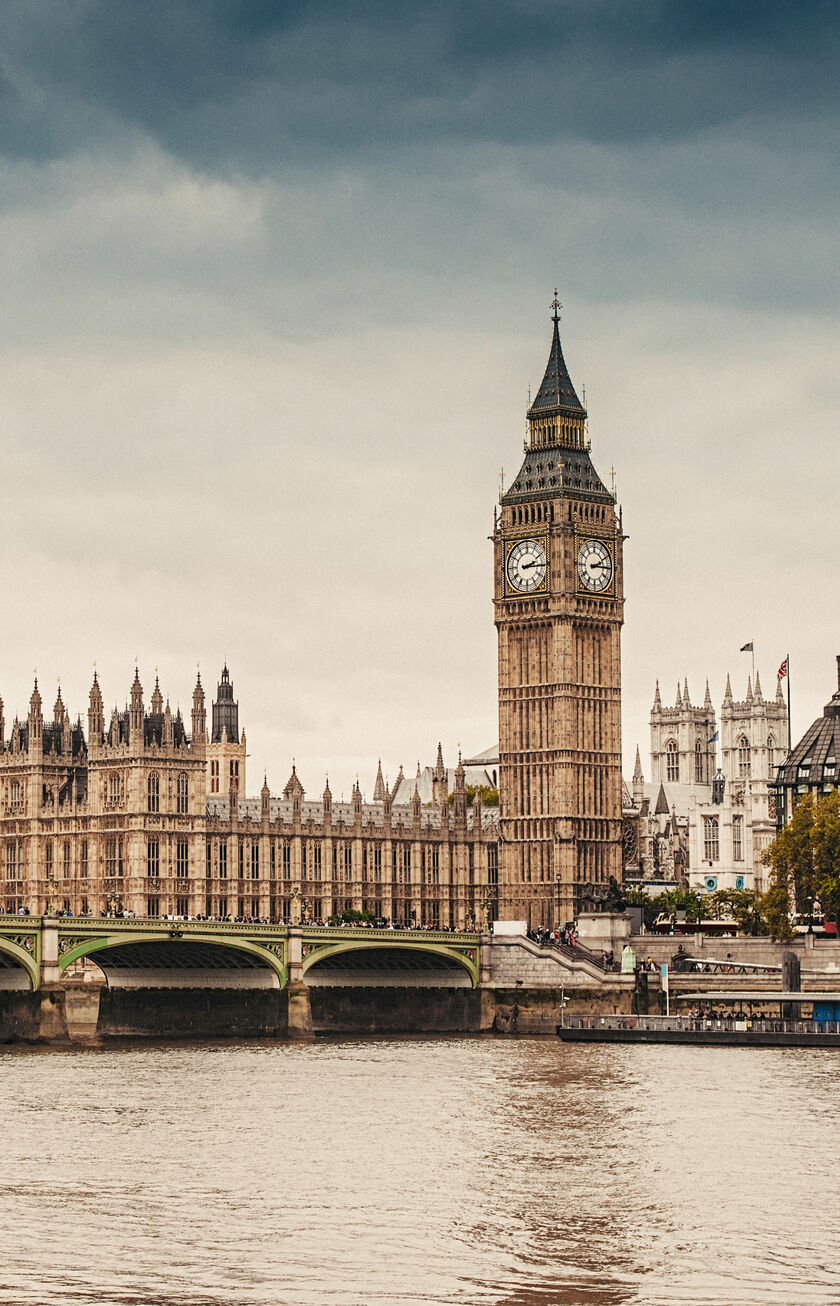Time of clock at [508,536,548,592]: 2:15
